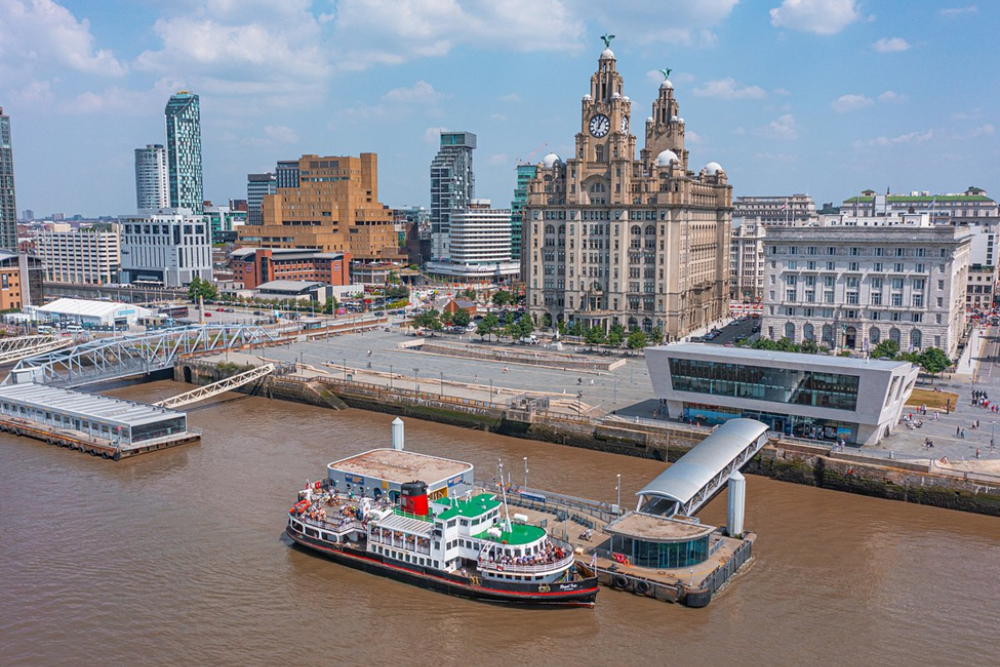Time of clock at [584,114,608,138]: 12:05
